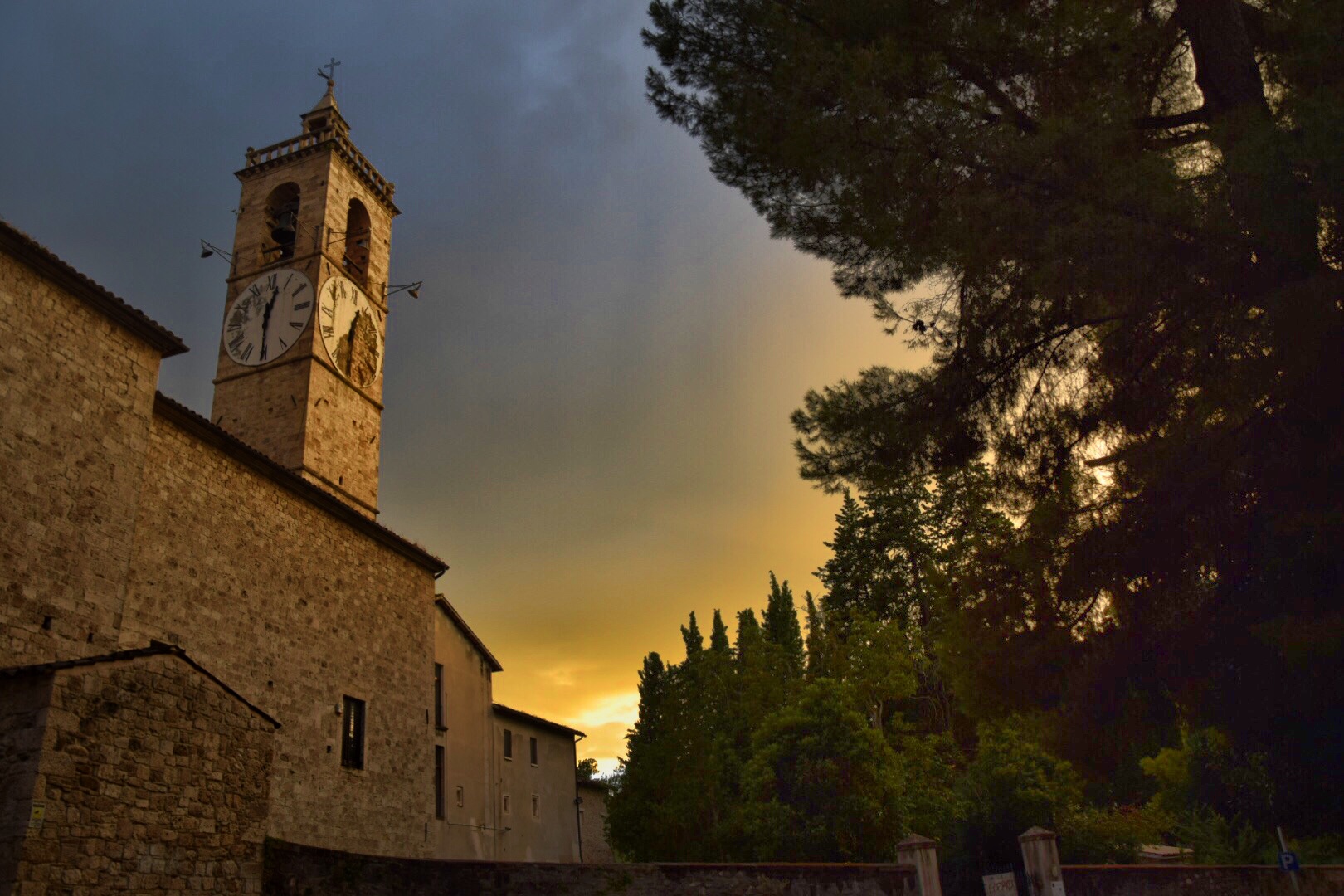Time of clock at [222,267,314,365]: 12:30
